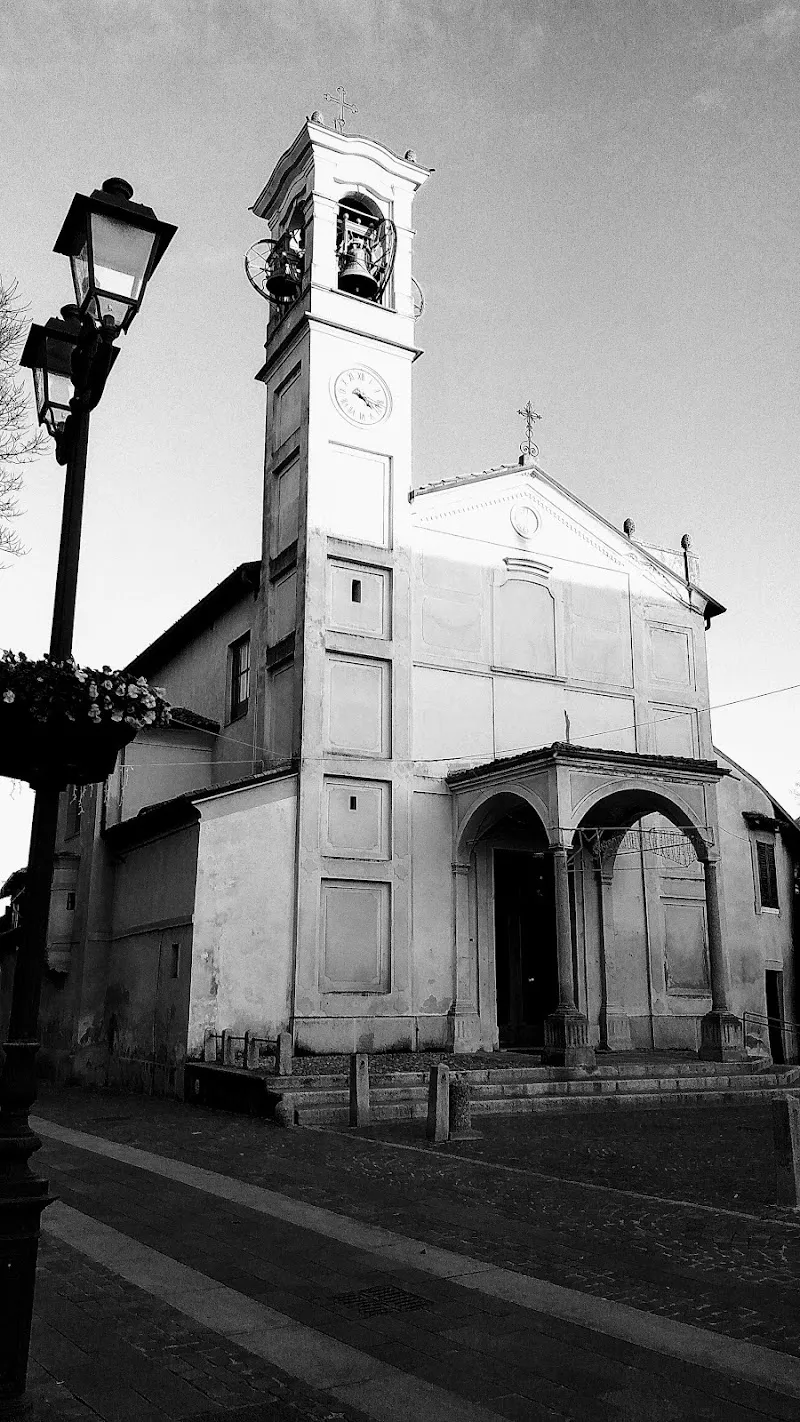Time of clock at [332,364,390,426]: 4:17
